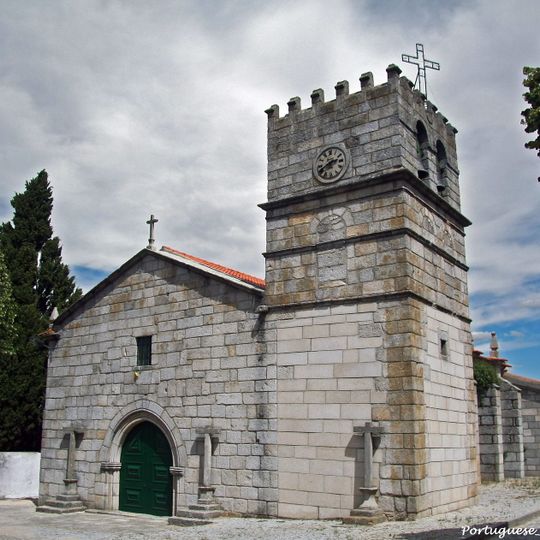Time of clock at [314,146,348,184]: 2:40
